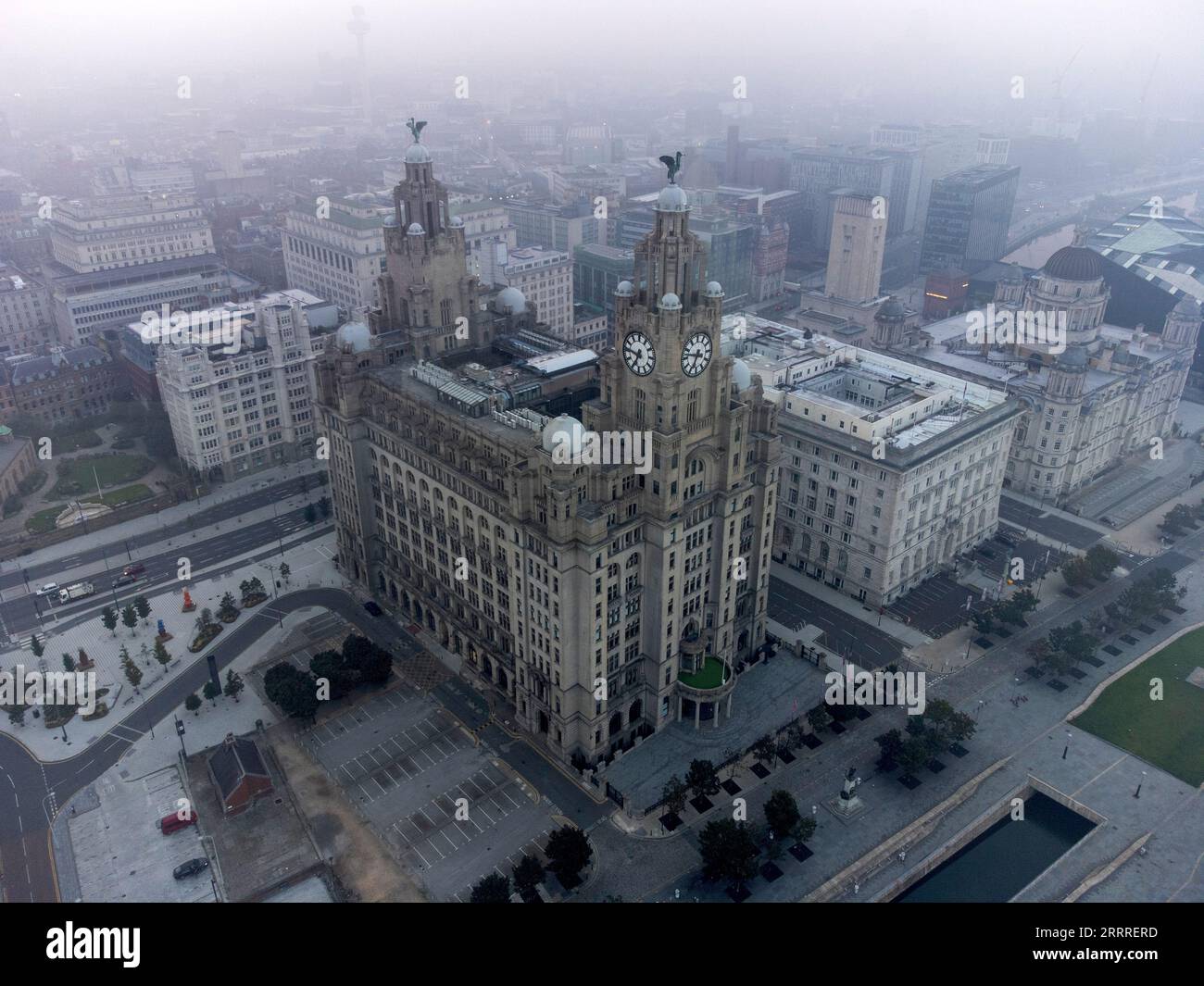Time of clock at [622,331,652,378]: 6:46
